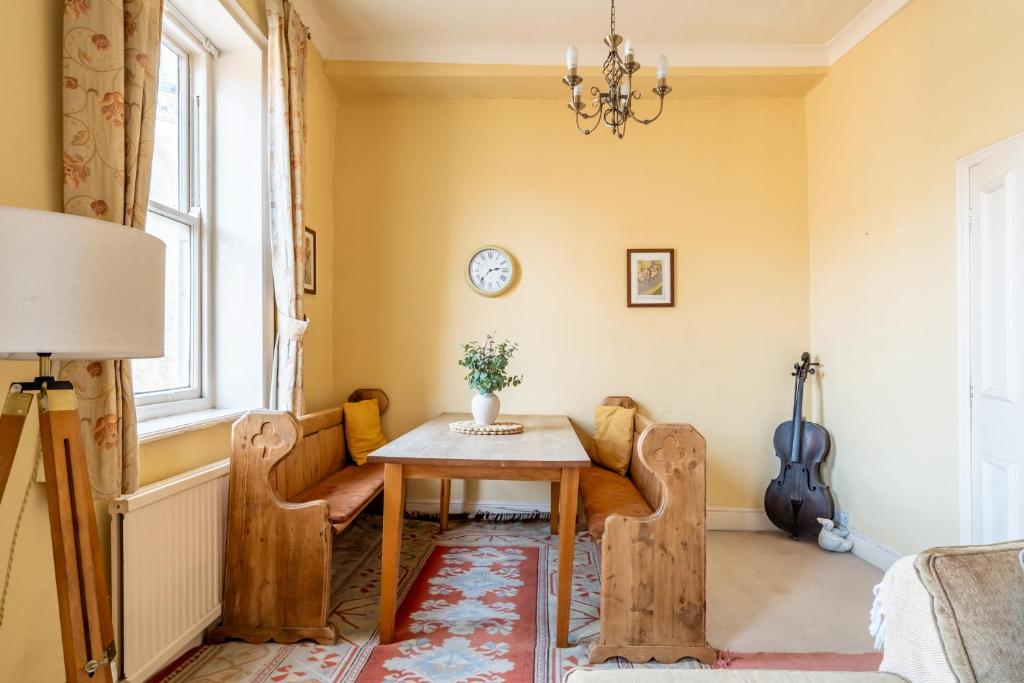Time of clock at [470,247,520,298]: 2:37
